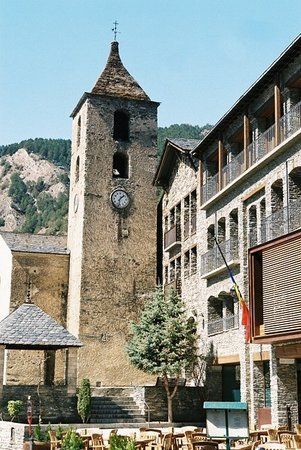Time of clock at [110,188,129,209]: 1:32
